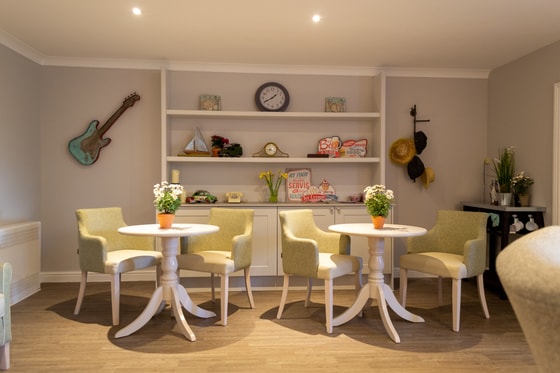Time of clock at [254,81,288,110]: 1:40
